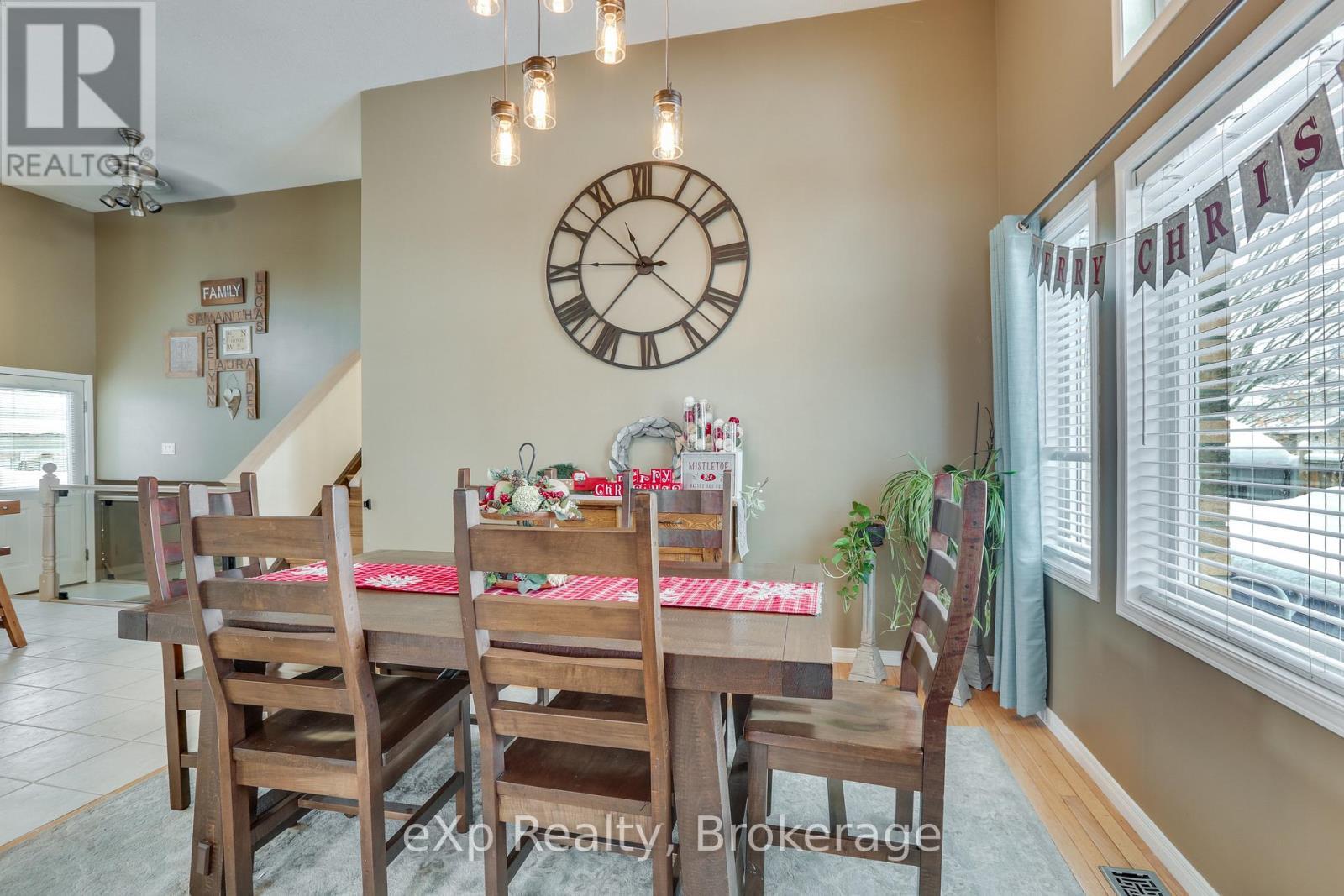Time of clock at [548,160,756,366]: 9:07
